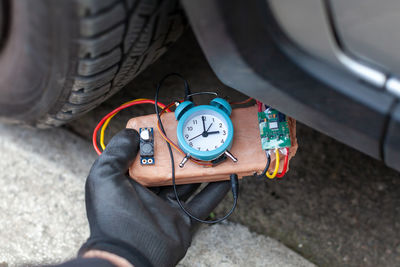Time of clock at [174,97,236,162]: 2:59
